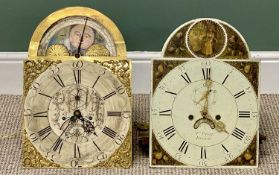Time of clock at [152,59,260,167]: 4:01
